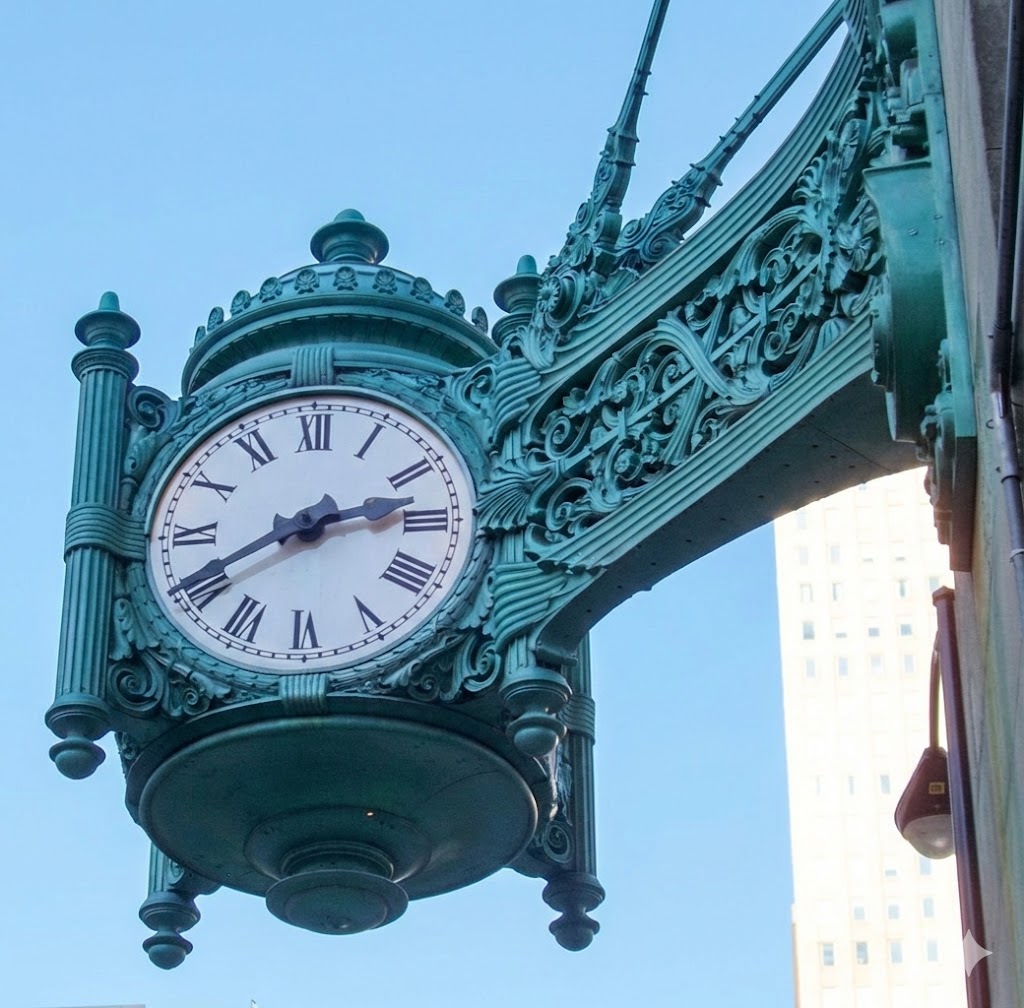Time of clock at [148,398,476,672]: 2:40
